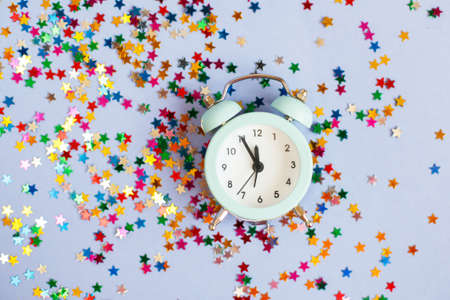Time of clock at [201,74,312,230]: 11:55
